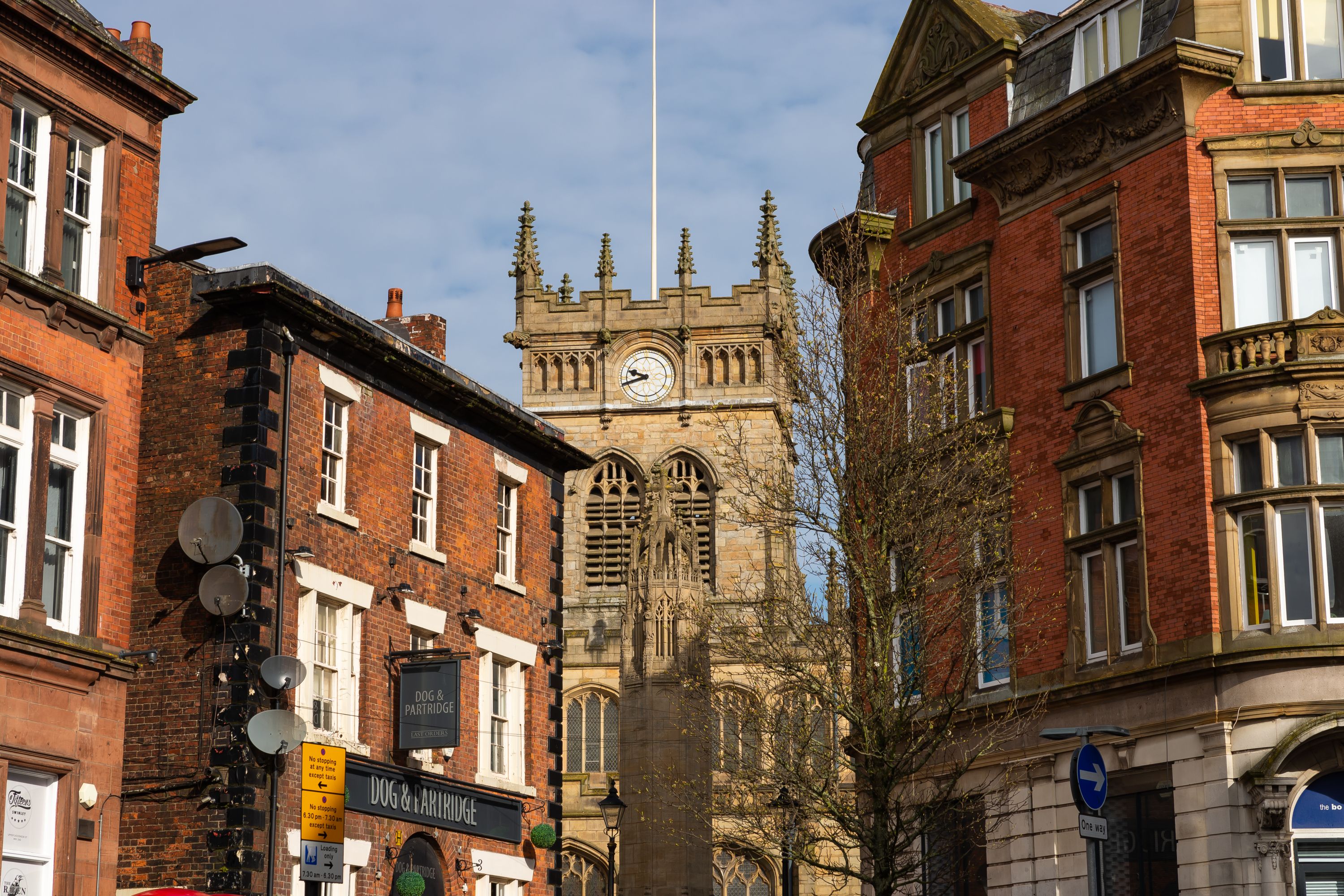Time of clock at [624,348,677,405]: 9:42
